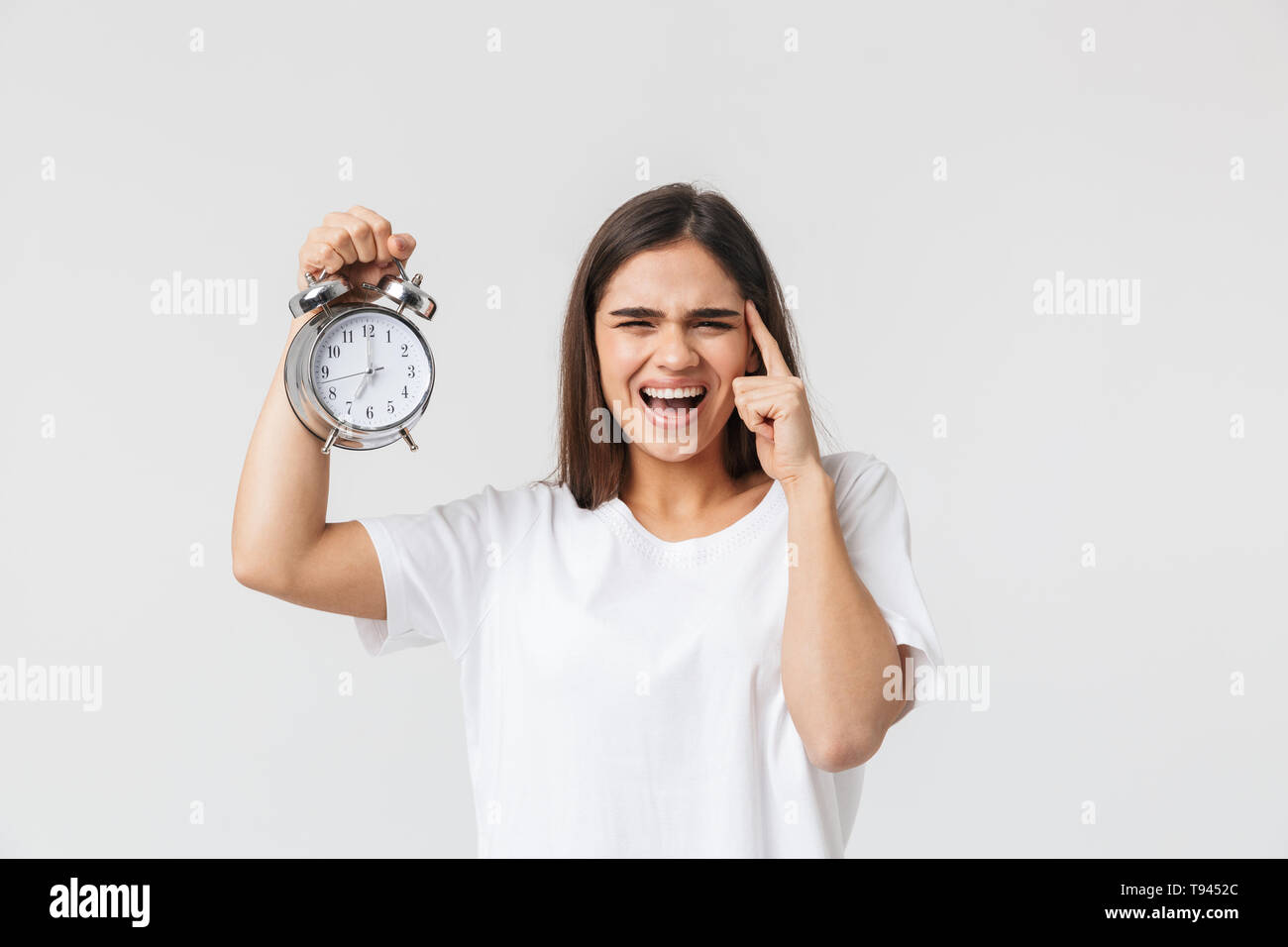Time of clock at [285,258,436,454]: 7:00
